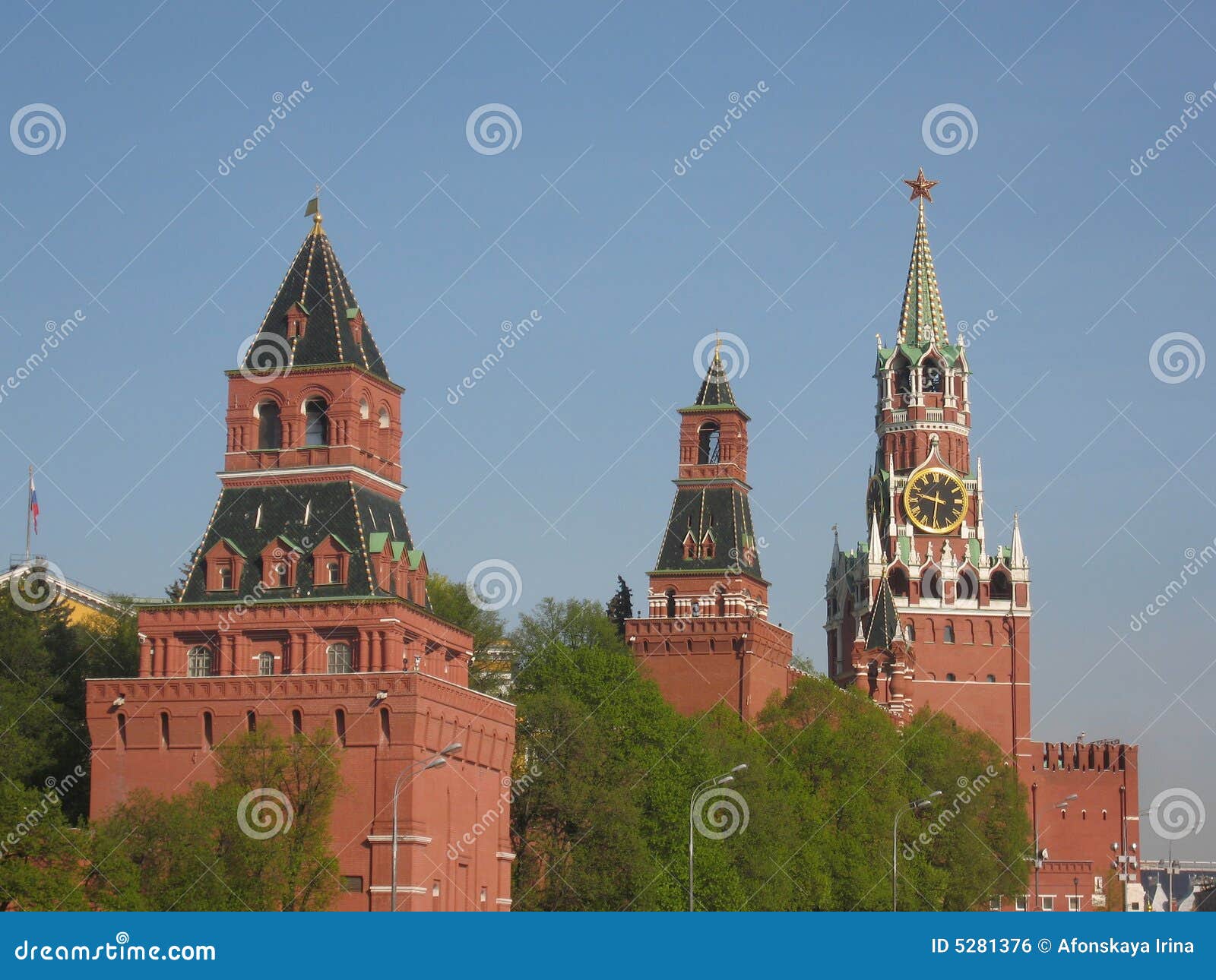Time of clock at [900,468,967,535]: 9:31
